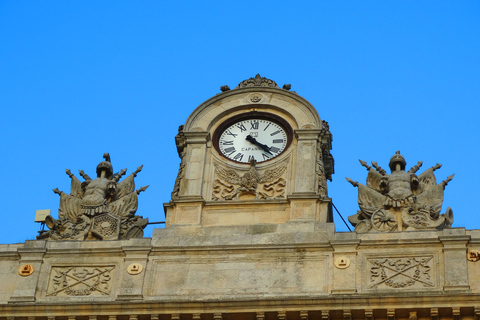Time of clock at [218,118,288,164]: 4:22
